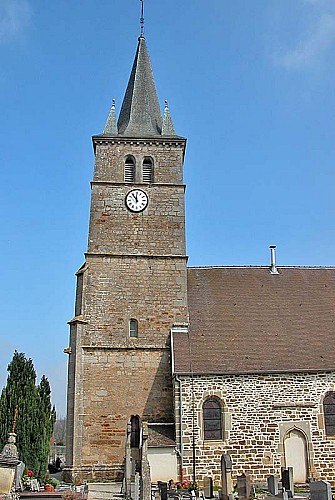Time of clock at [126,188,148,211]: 11:53
